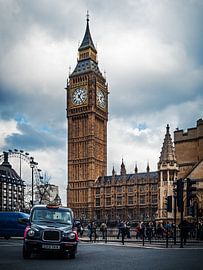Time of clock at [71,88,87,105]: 1:24
